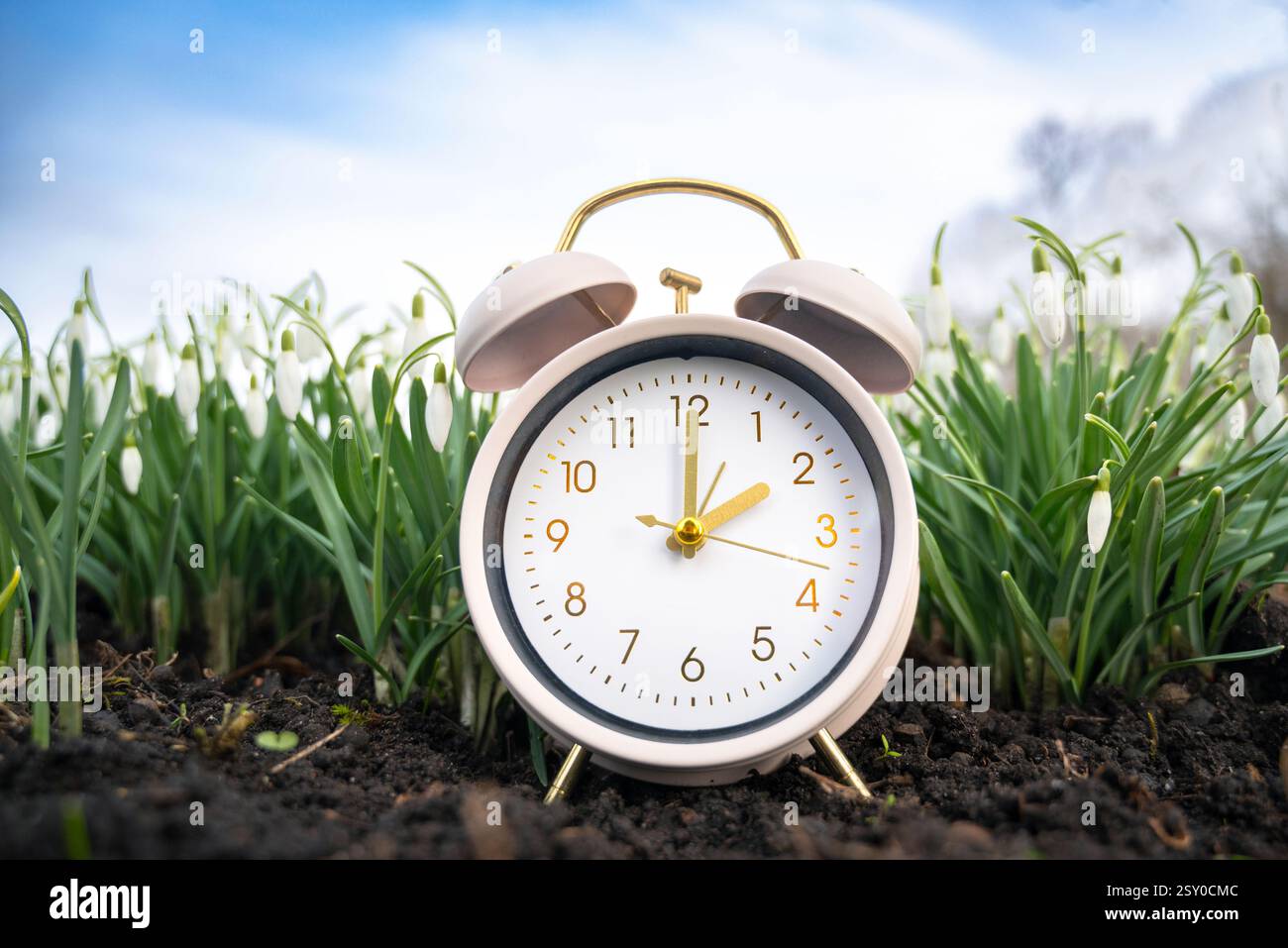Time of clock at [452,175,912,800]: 2:00
